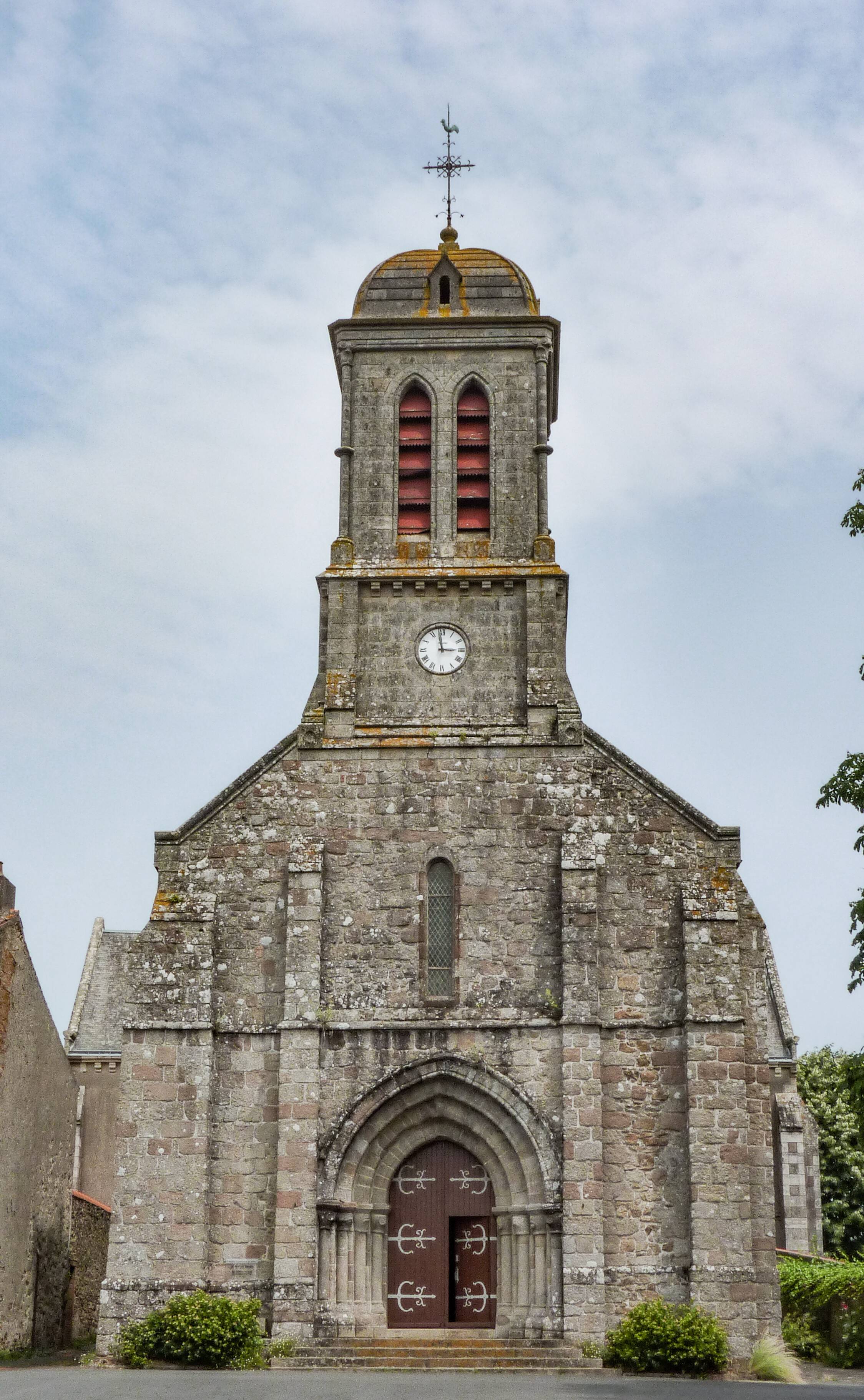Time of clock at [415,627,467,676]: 2:58
